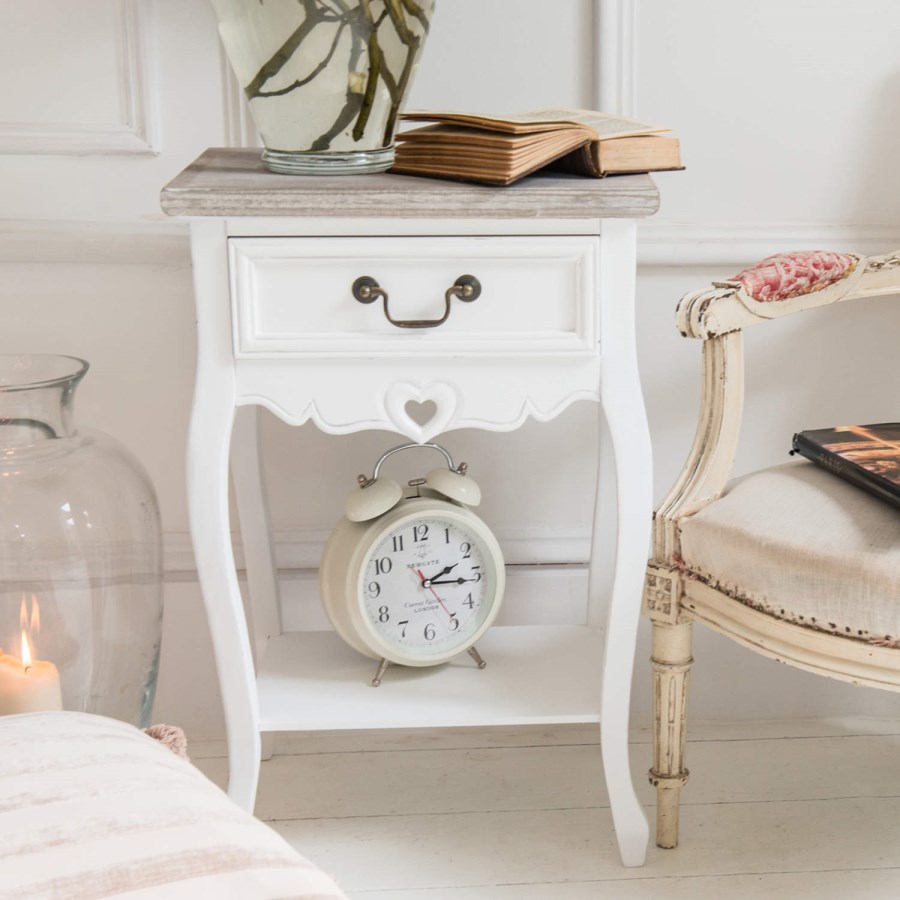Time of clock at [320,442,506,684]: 2:15
